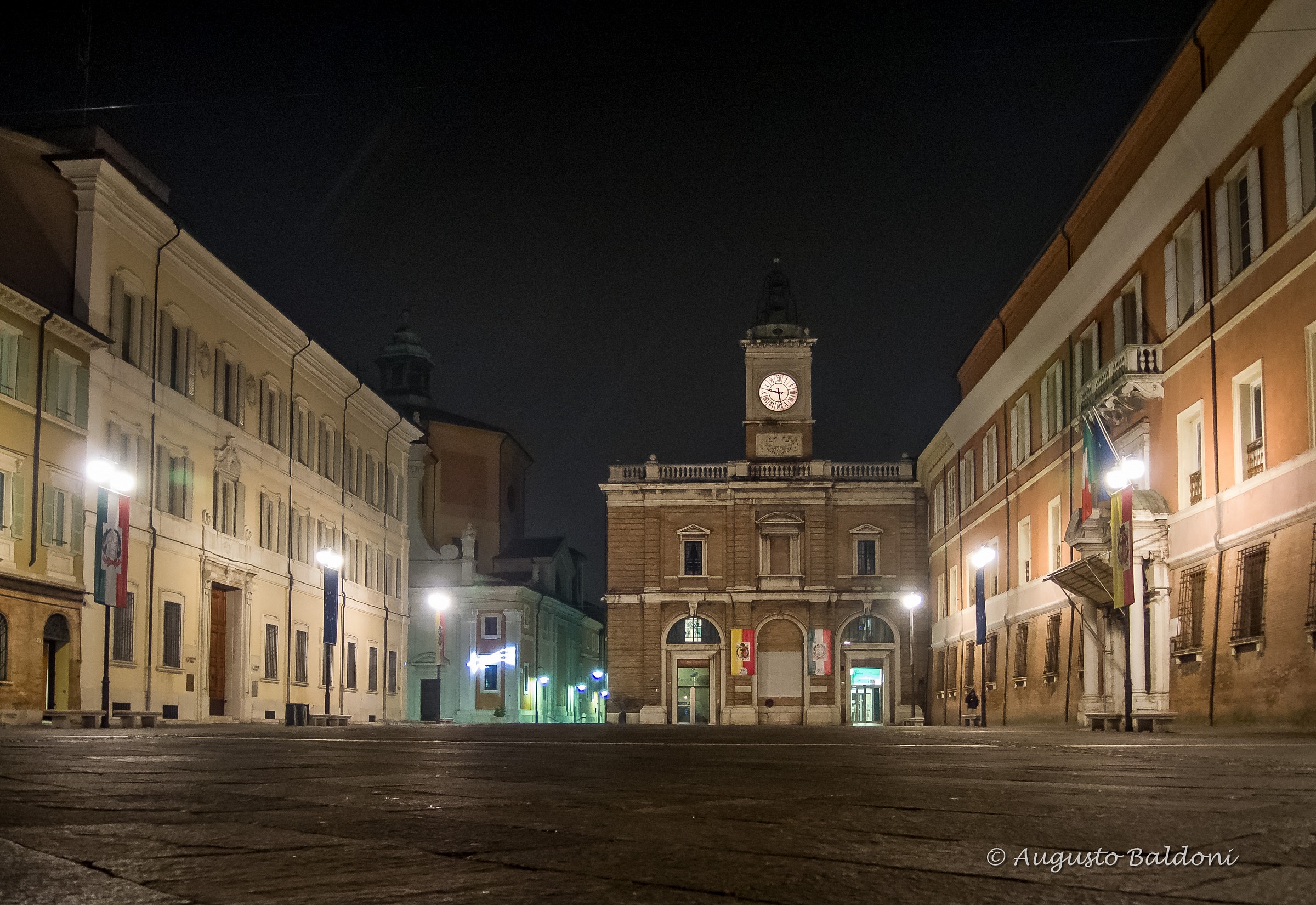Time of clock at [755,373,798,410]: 9:28
